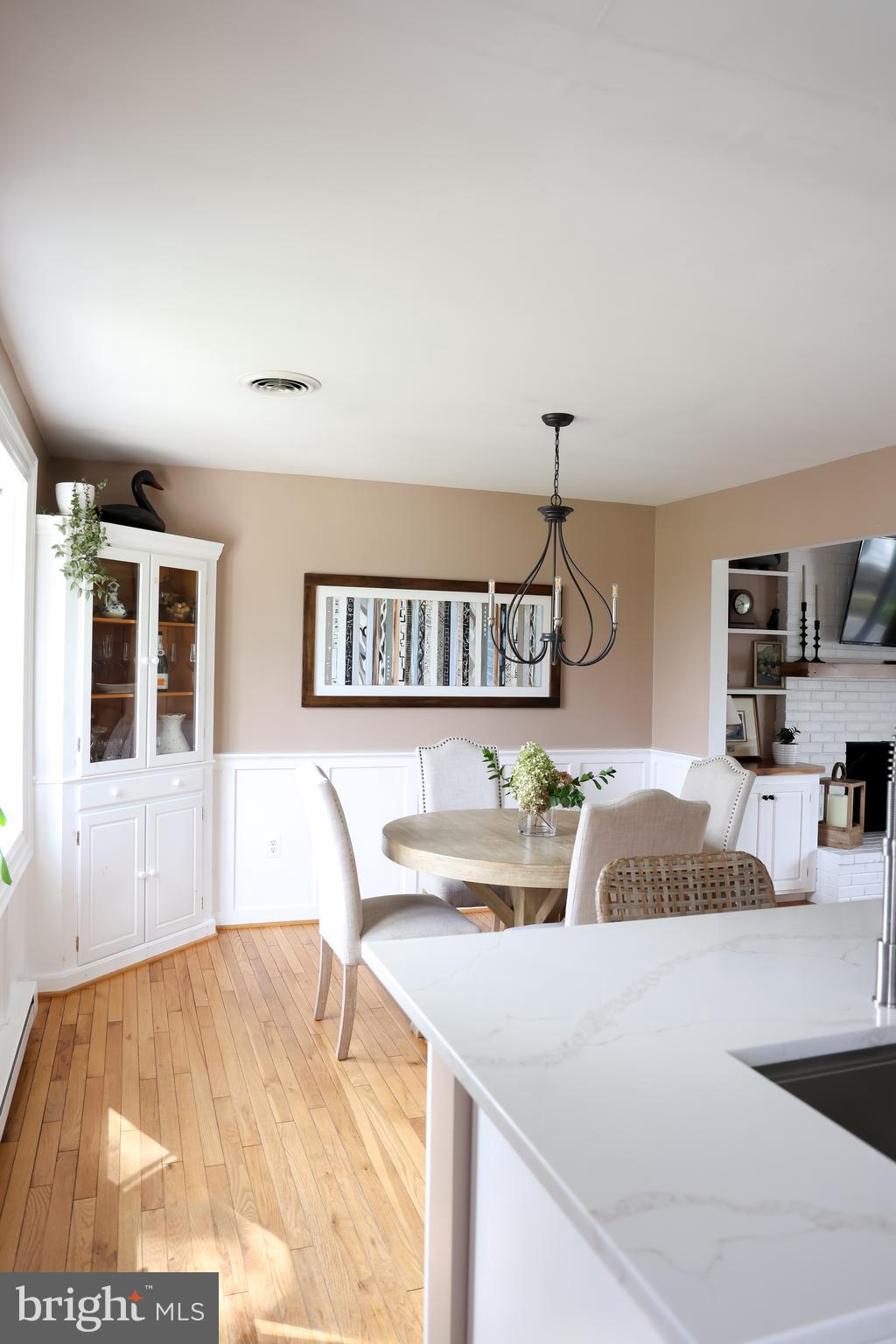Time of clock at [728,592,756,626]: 10:42
